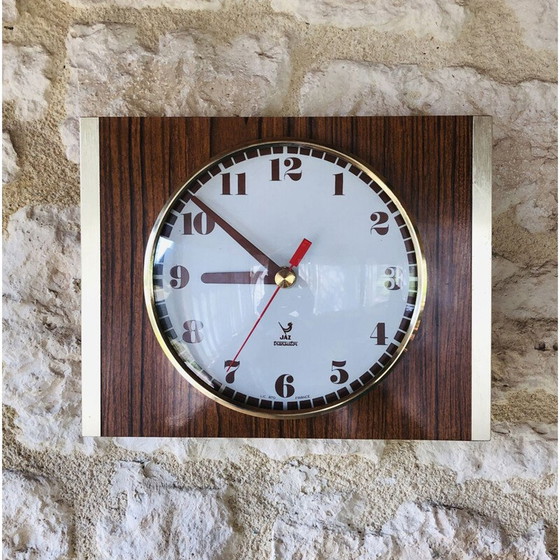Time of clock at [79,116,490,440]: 8:51
